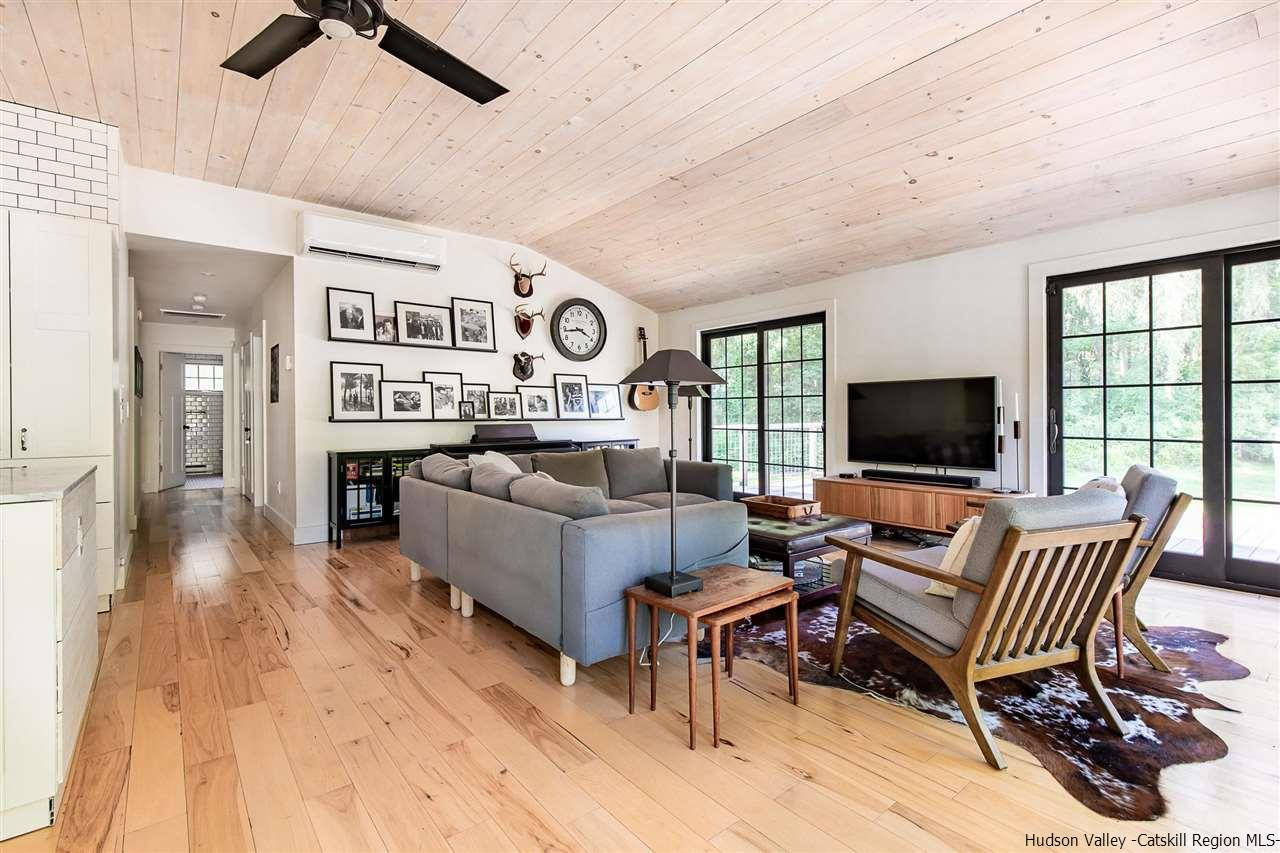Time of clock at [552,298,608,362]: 3:43
